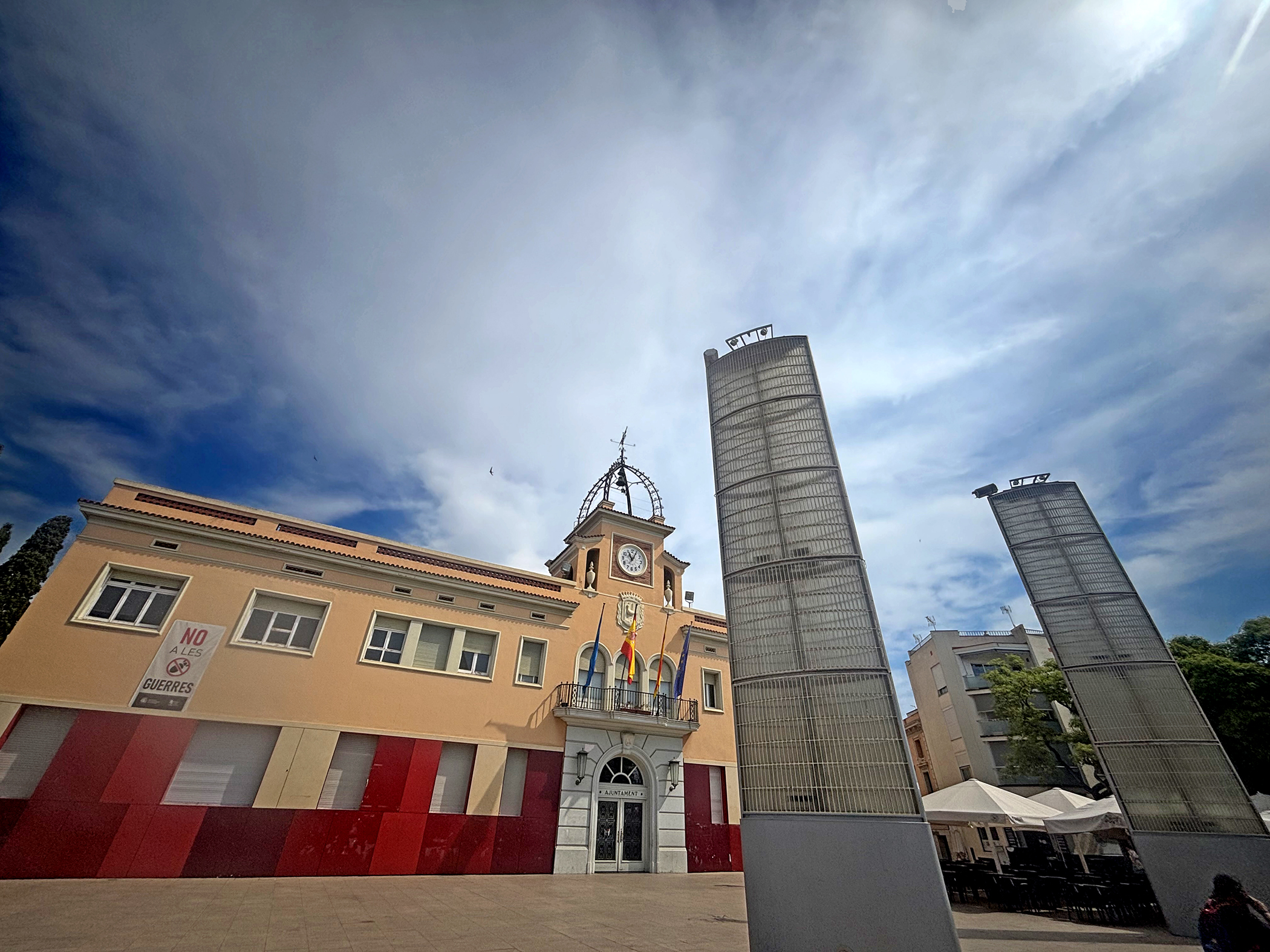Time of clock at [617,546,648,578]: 11:04
